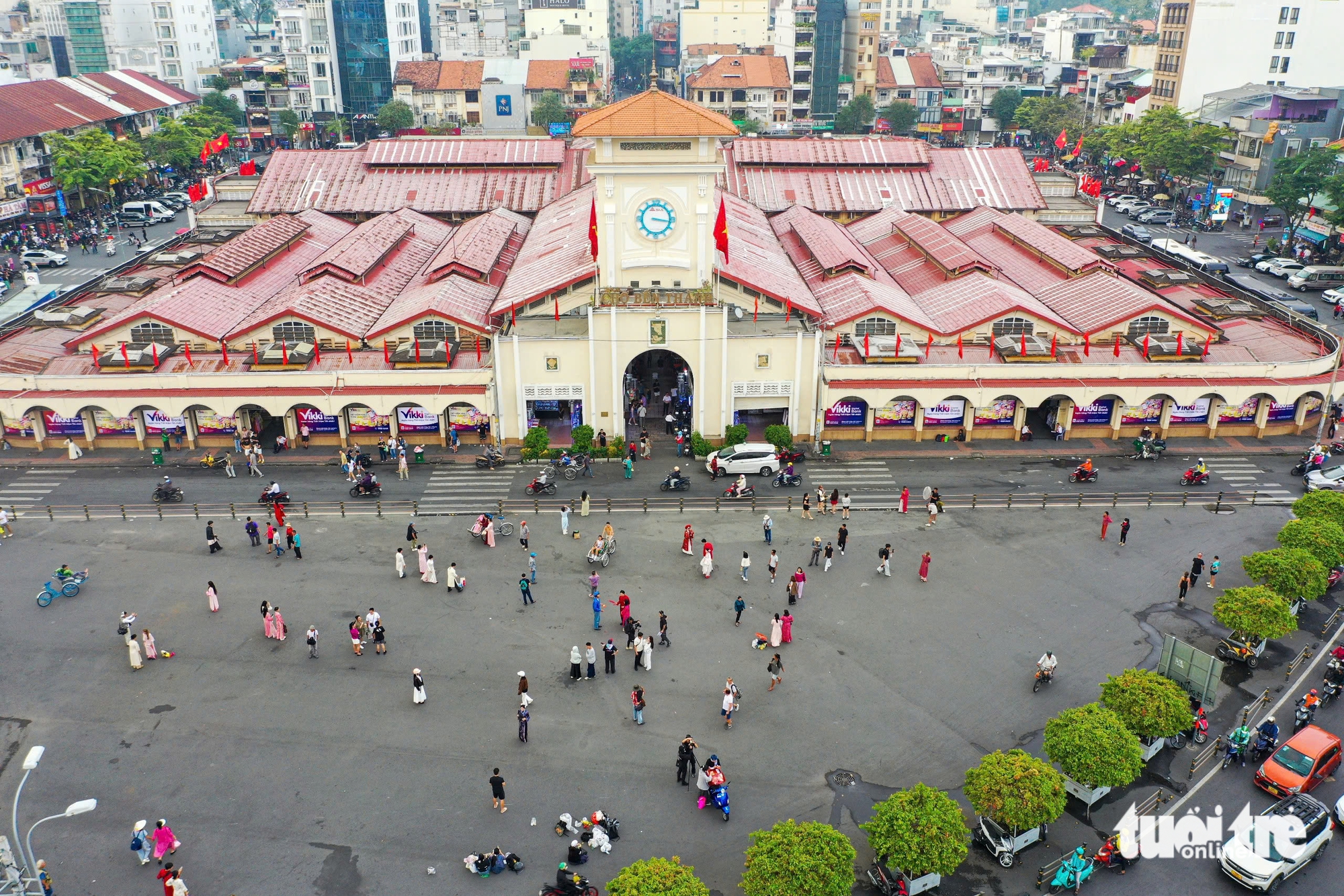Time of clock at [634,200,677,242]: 3:16
